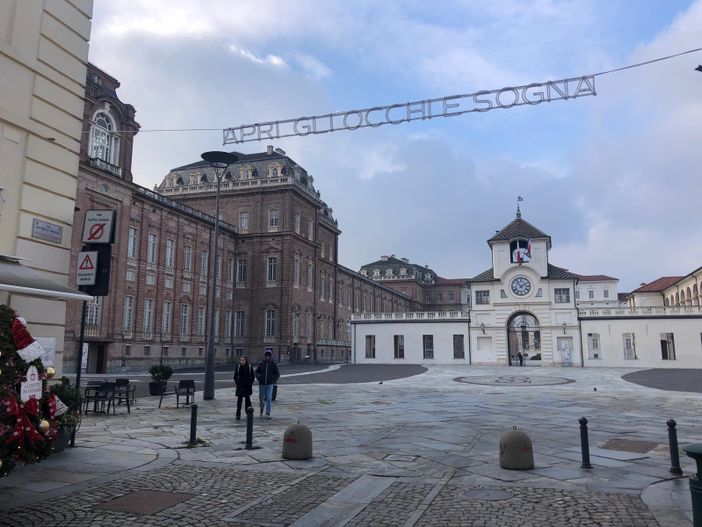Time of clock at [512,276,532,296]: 1:53
